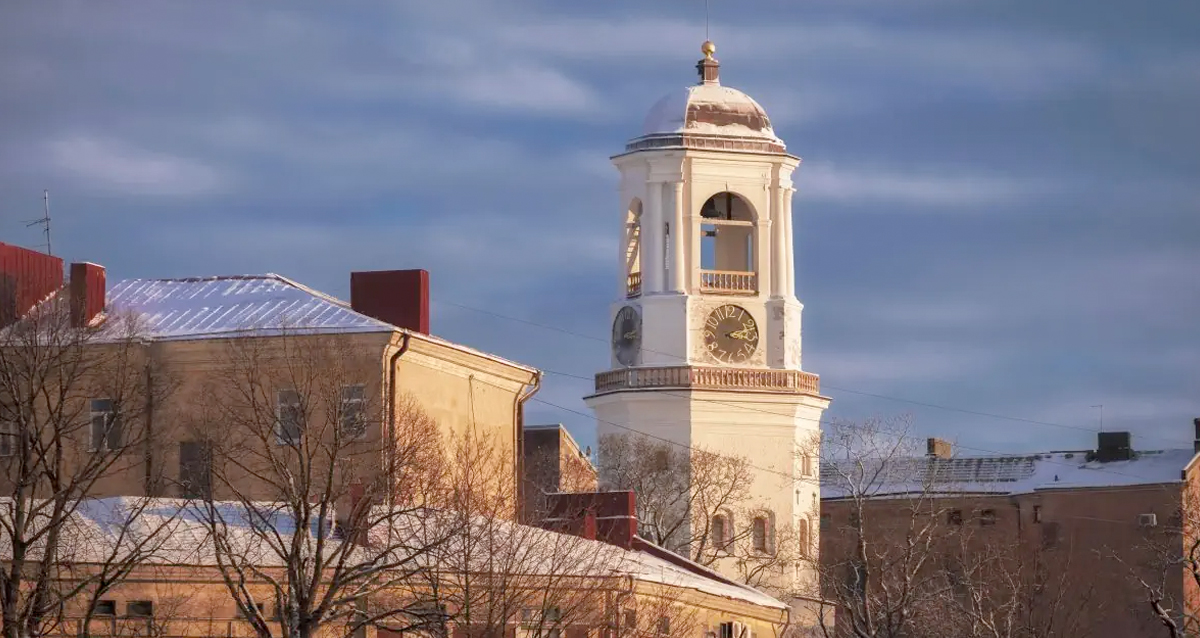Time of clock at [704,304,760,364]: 3:12
